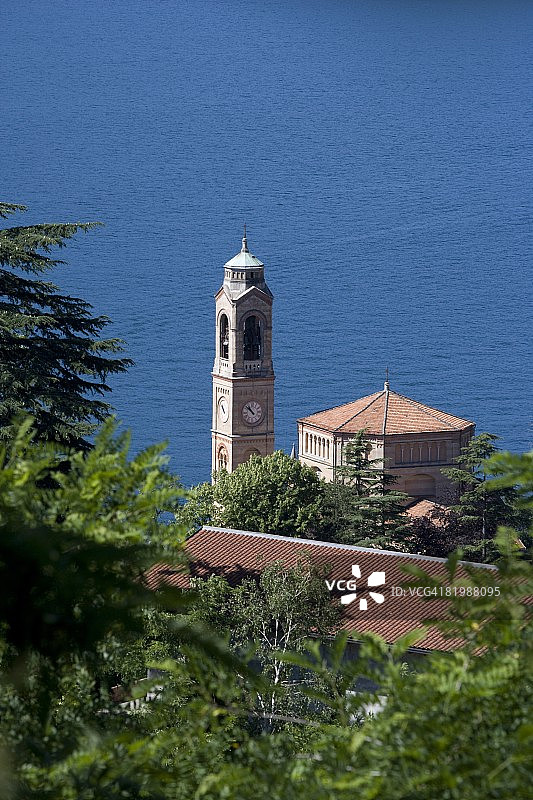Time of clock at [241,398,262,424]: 10:52
